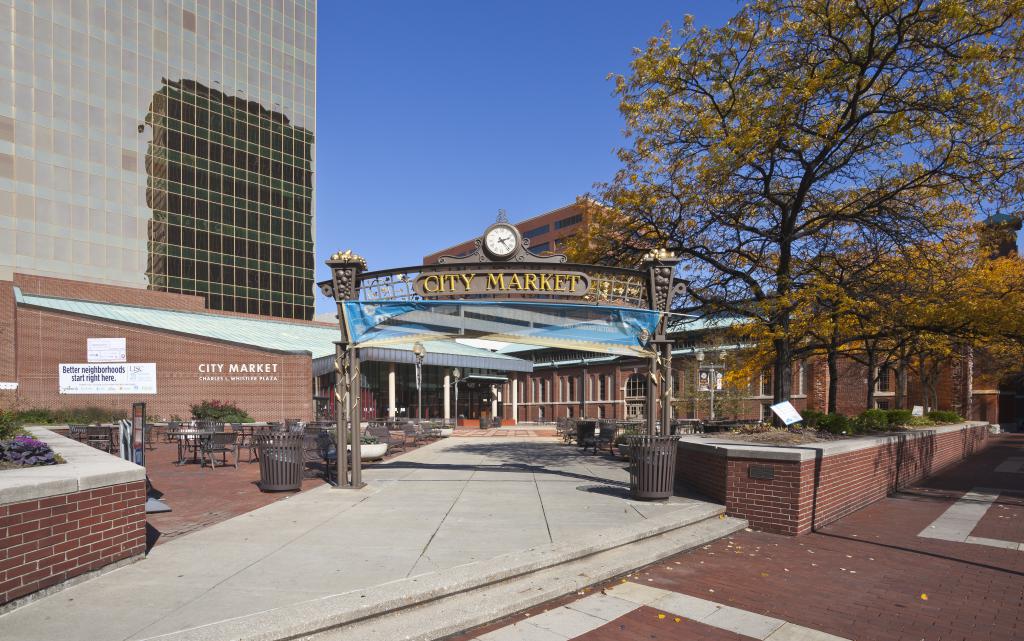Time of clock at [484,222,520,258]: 2:23
